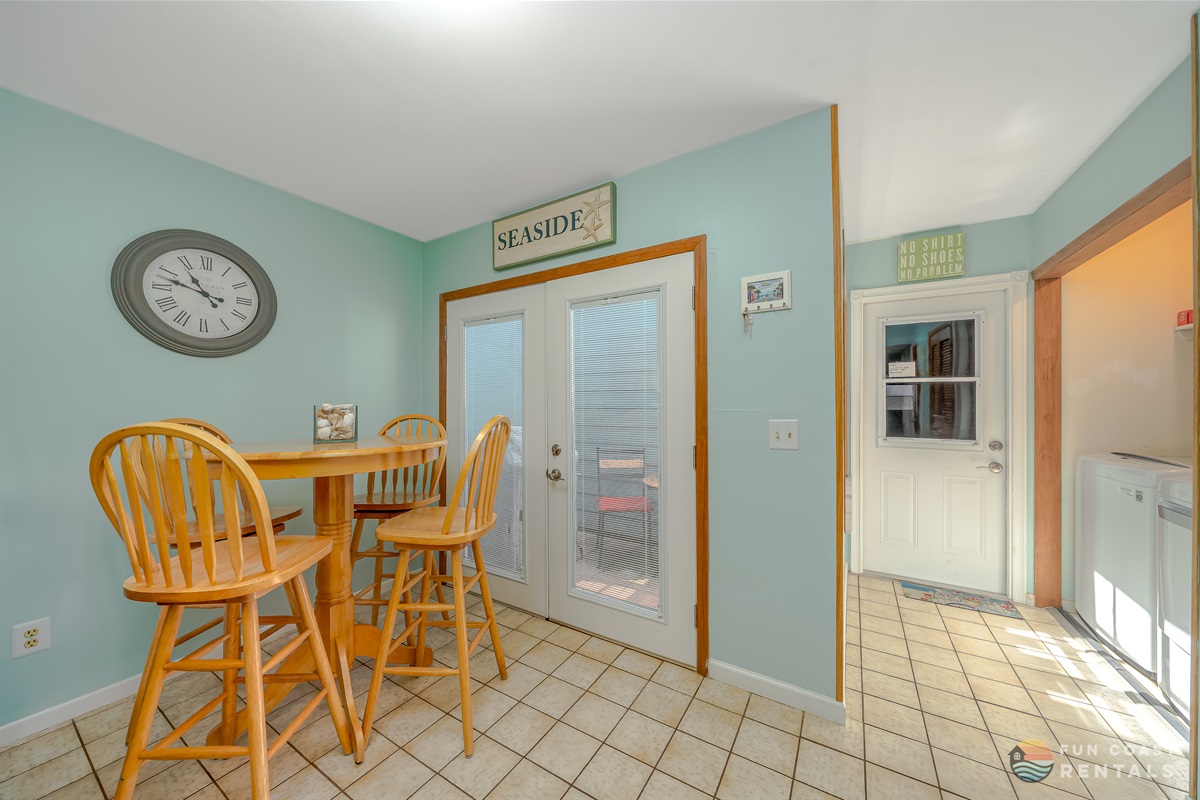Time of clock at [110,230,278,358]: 10:47
